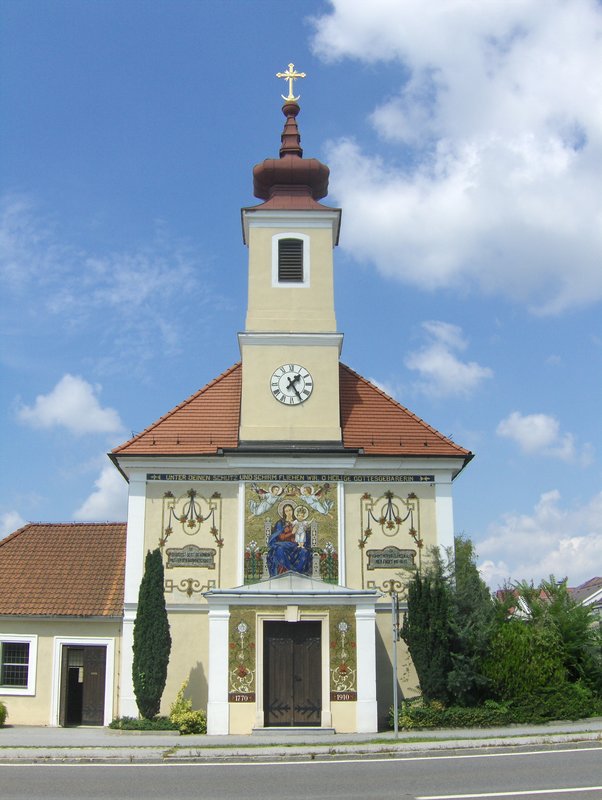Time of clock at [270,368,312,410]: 1:24
